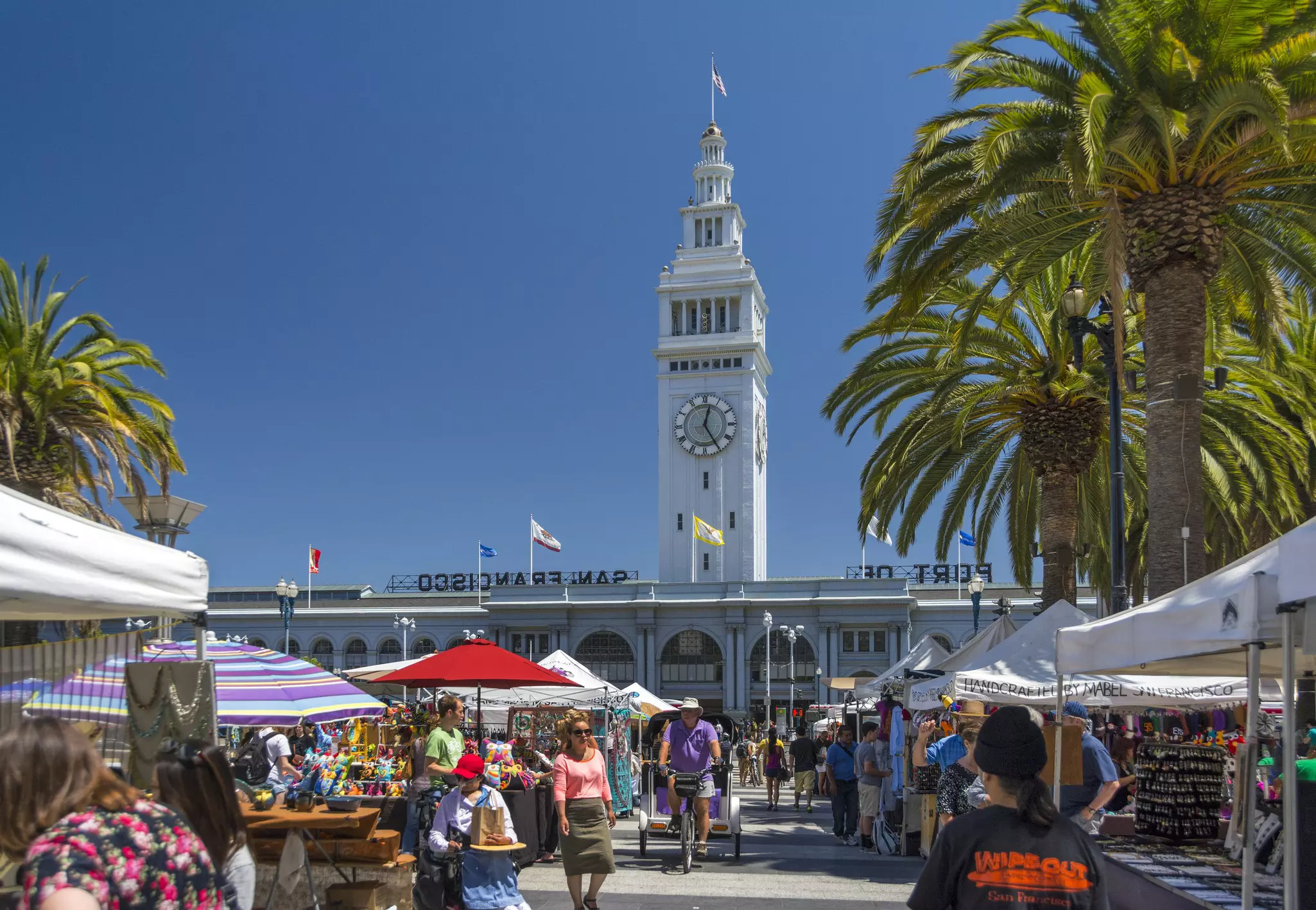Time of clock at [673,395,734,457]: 12:24
